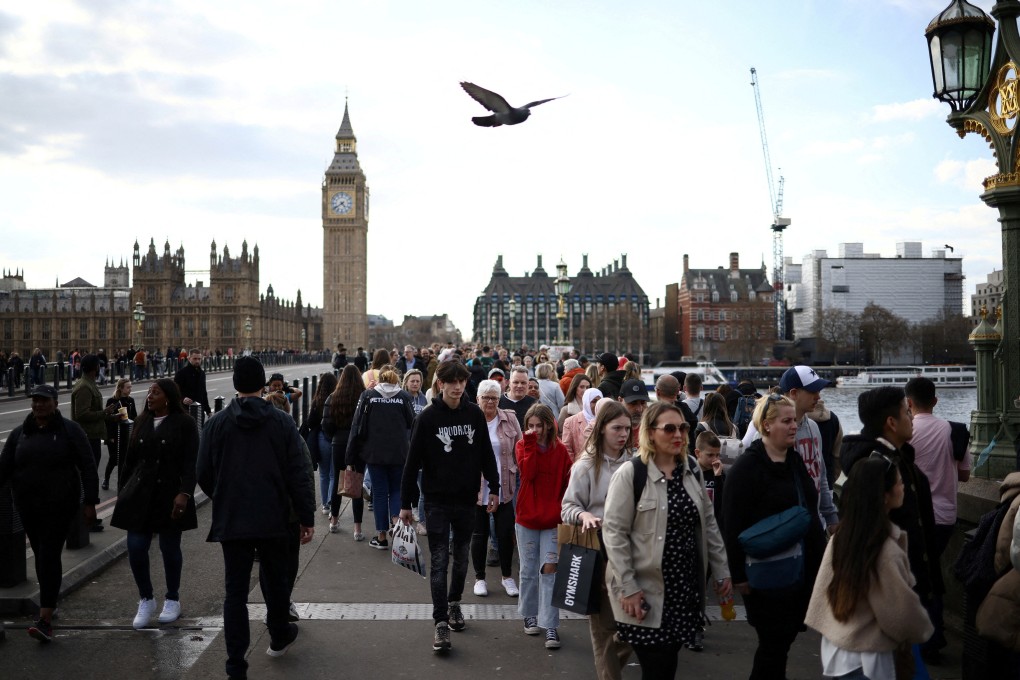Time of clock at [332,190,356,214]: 4:39
